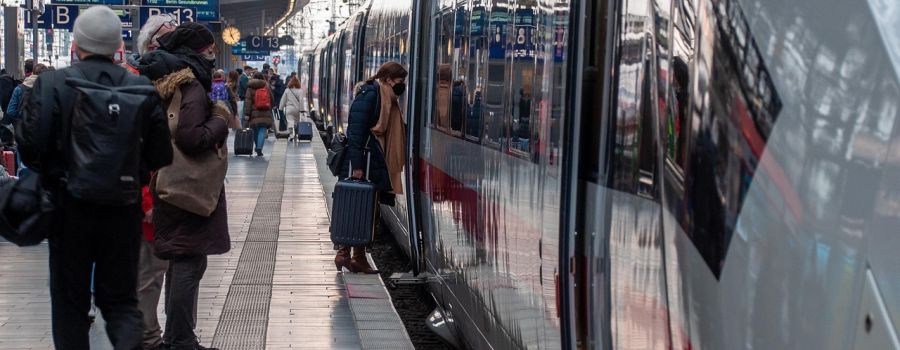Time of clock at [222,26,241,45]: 4:57
